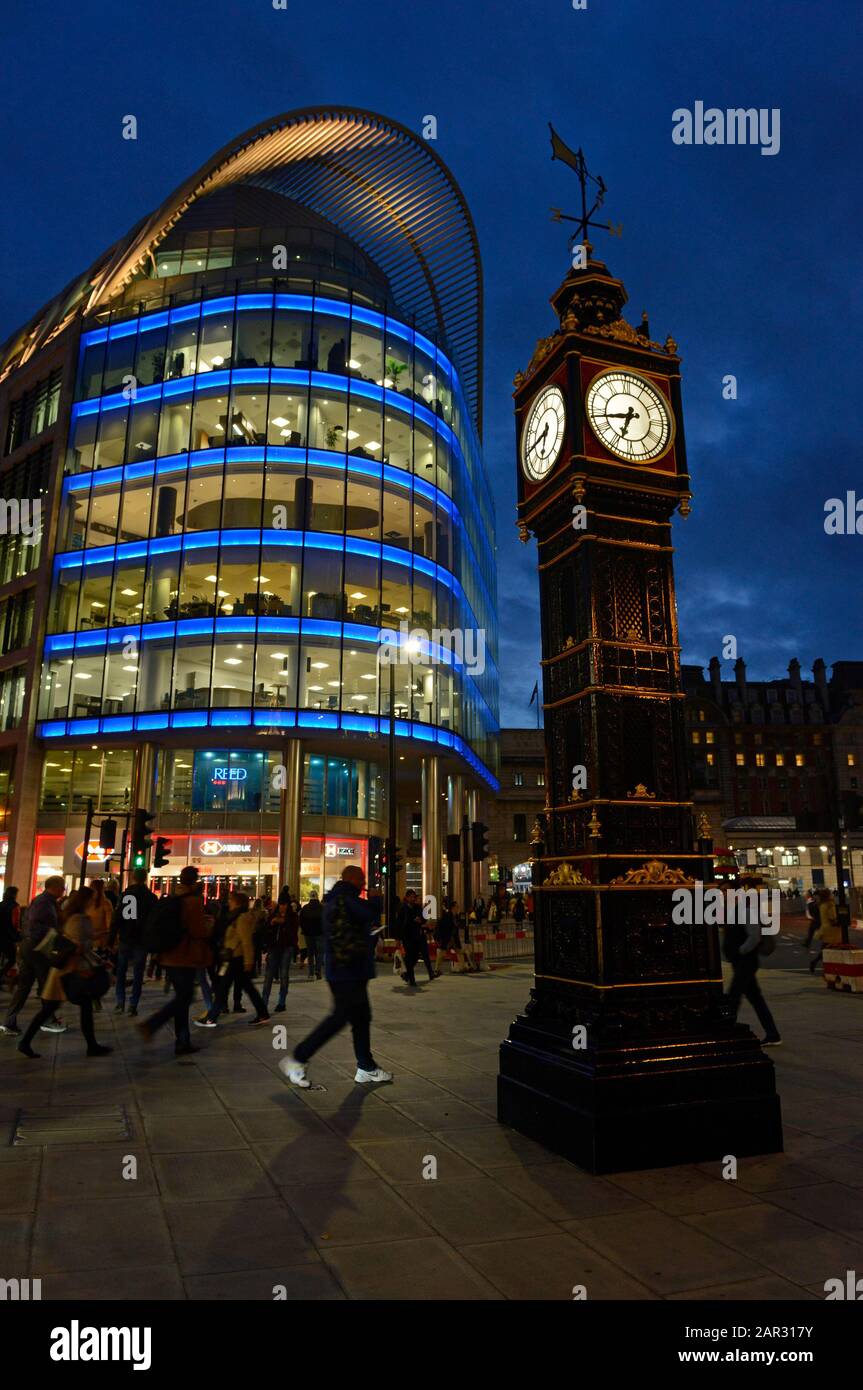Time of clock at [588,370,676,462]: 6:43
